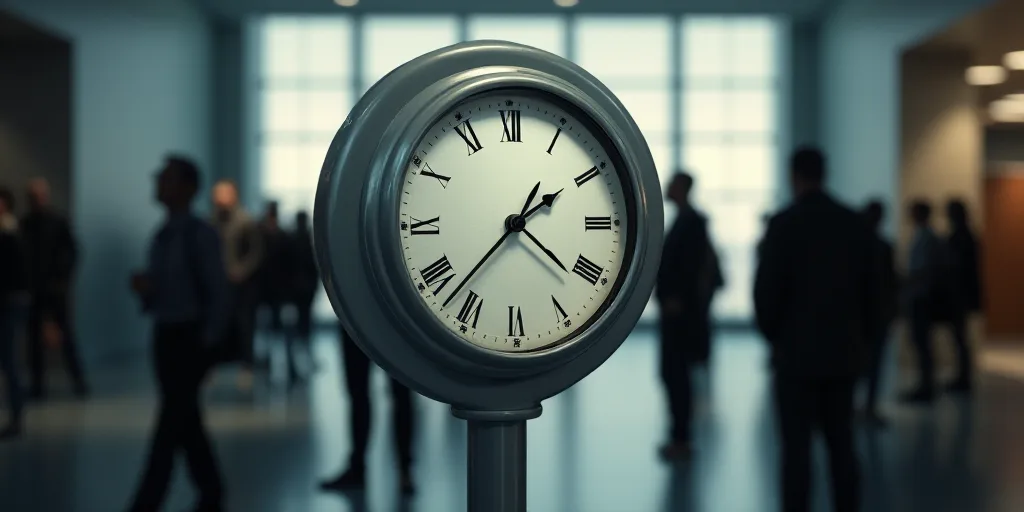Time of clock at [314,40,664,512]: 1:37
